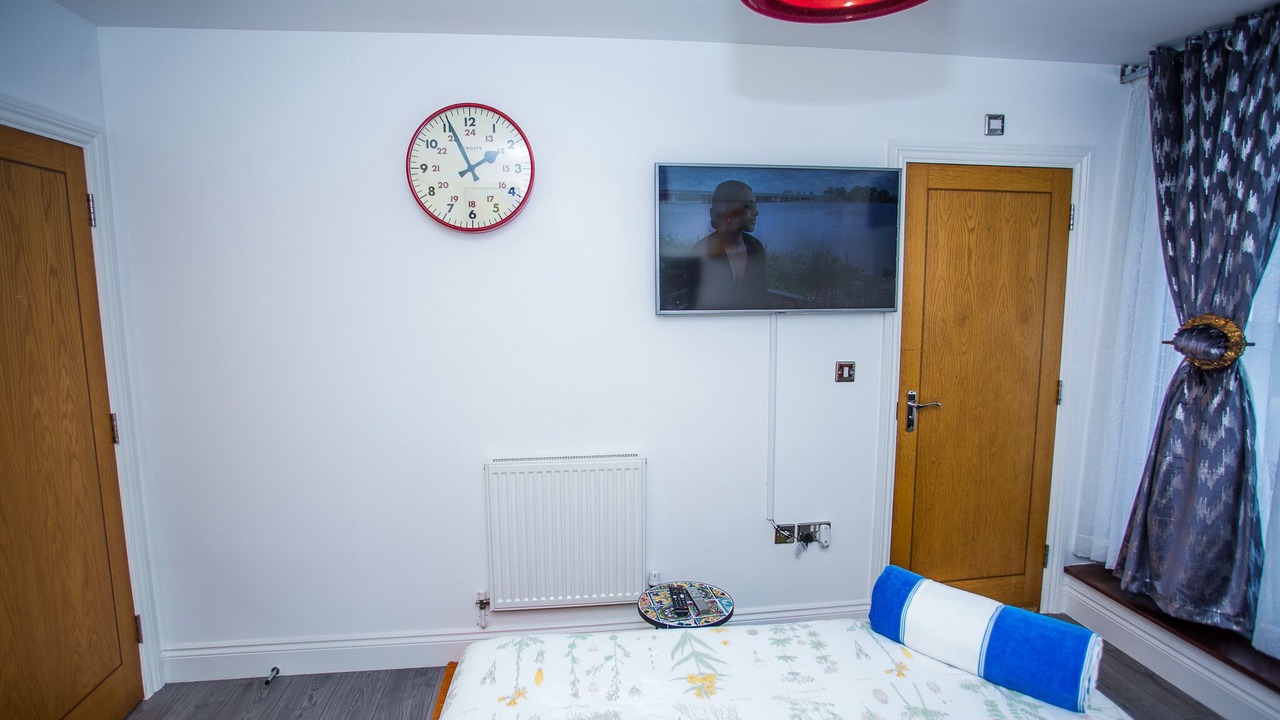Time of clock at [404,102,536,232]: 1:55
